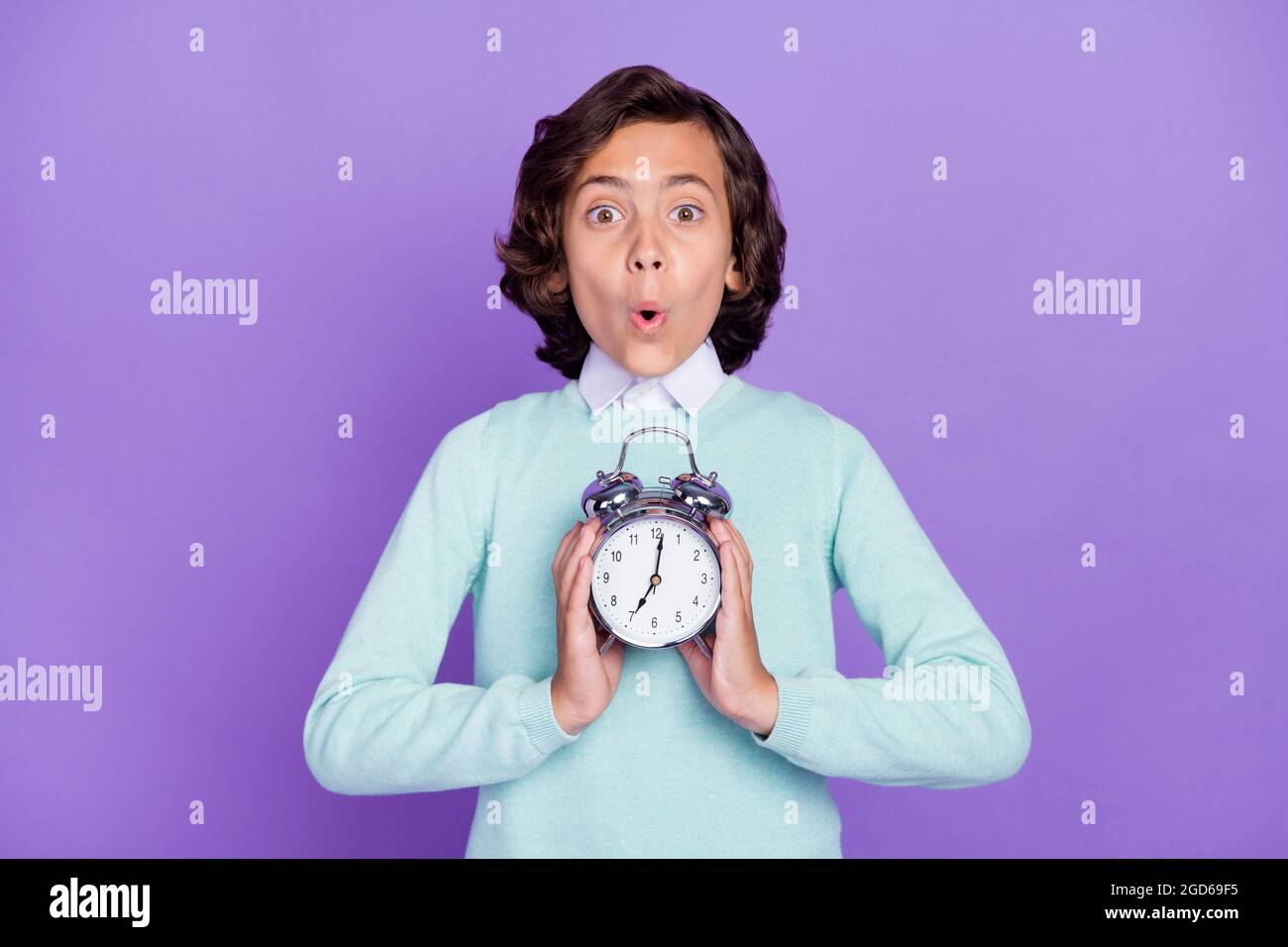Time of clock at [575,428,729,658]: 7:01
